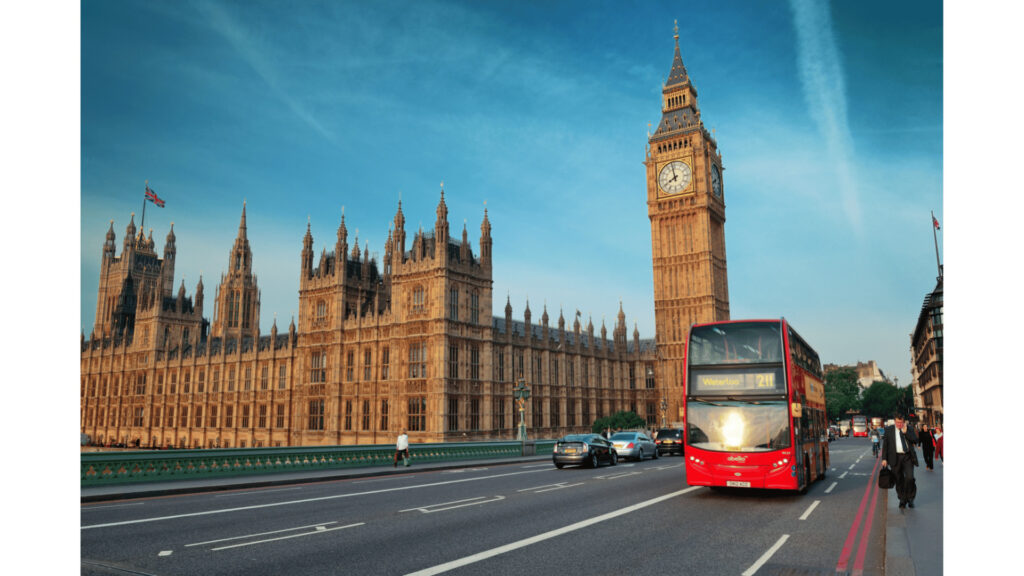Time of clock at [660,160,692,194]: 7:58
